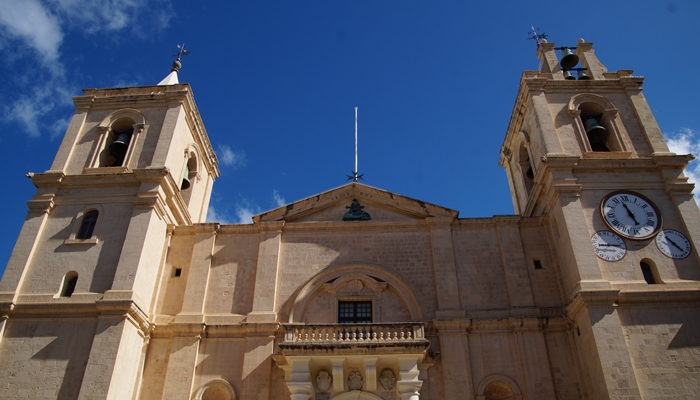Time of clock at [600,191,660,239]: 4:57
